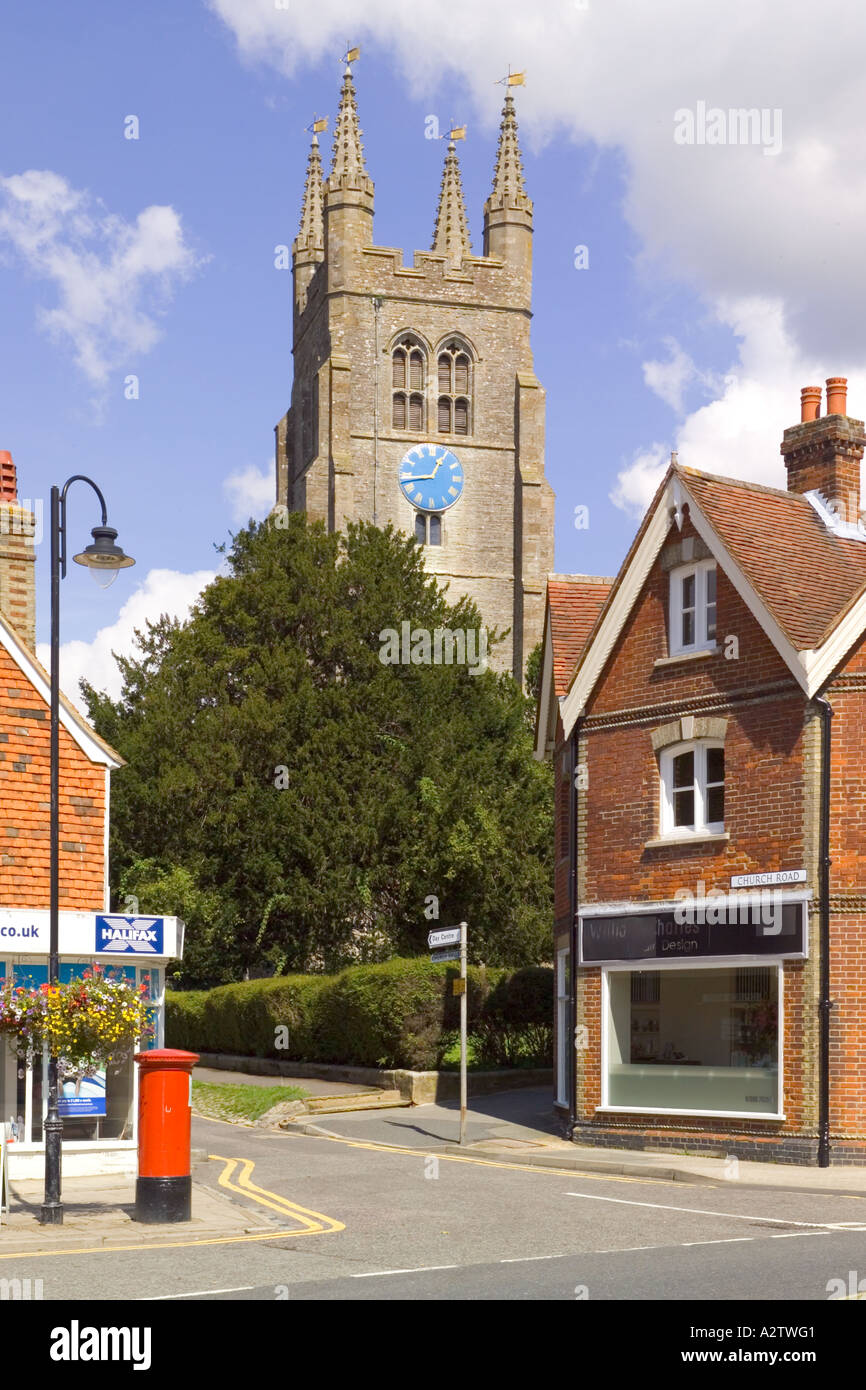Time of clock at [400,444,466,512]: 12:43
